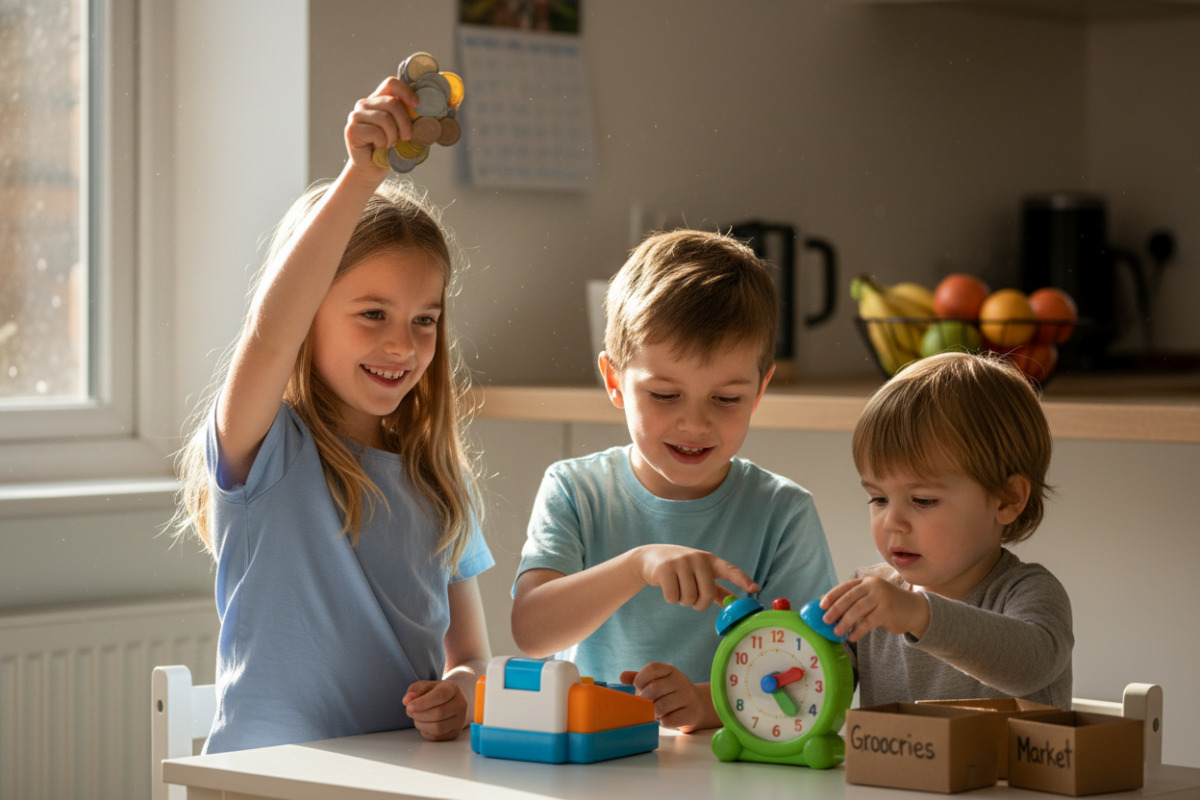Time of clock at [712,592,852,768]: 2:22
